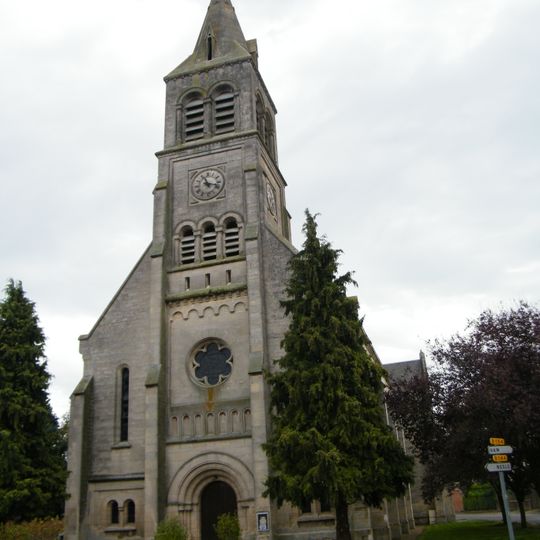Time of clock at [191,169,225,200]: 11:17
